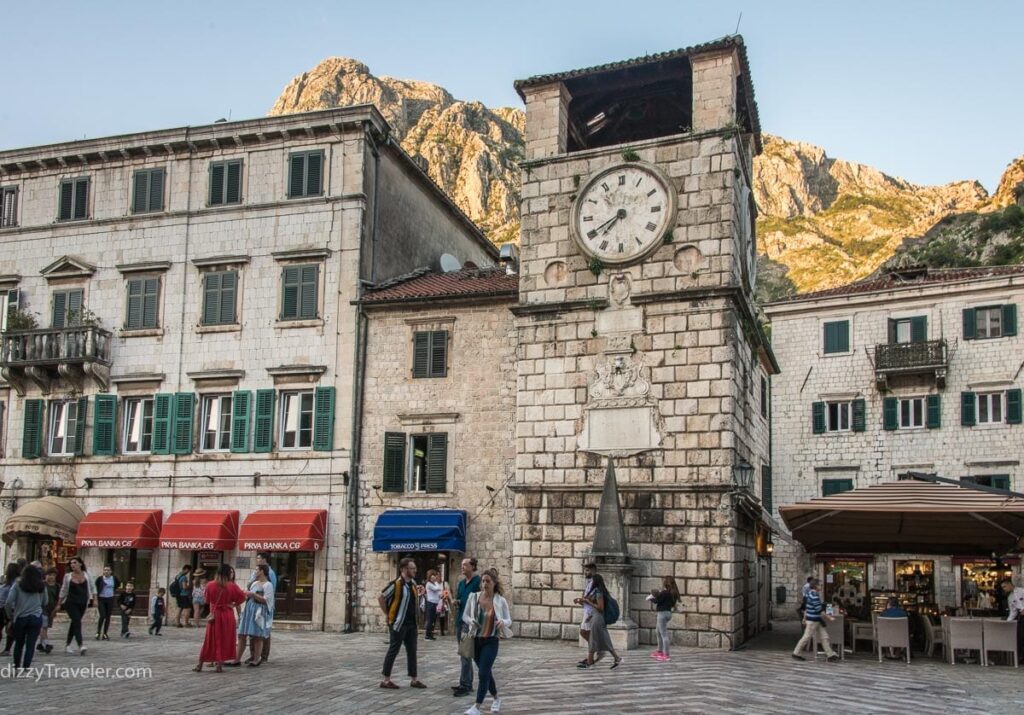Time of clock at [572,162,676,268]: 7:40
